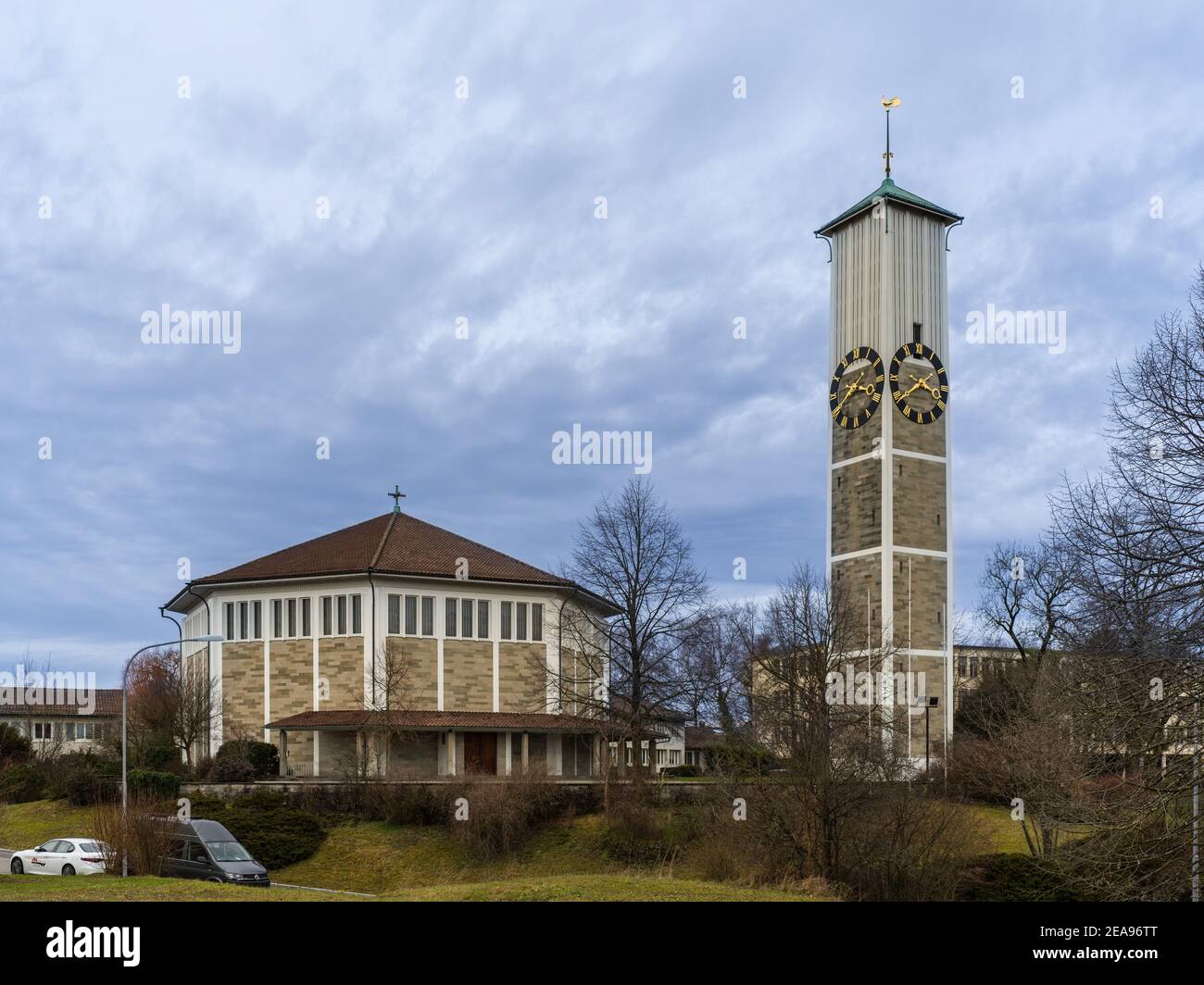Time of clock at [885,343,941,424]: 3:39
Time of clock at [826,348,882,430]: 3:40
